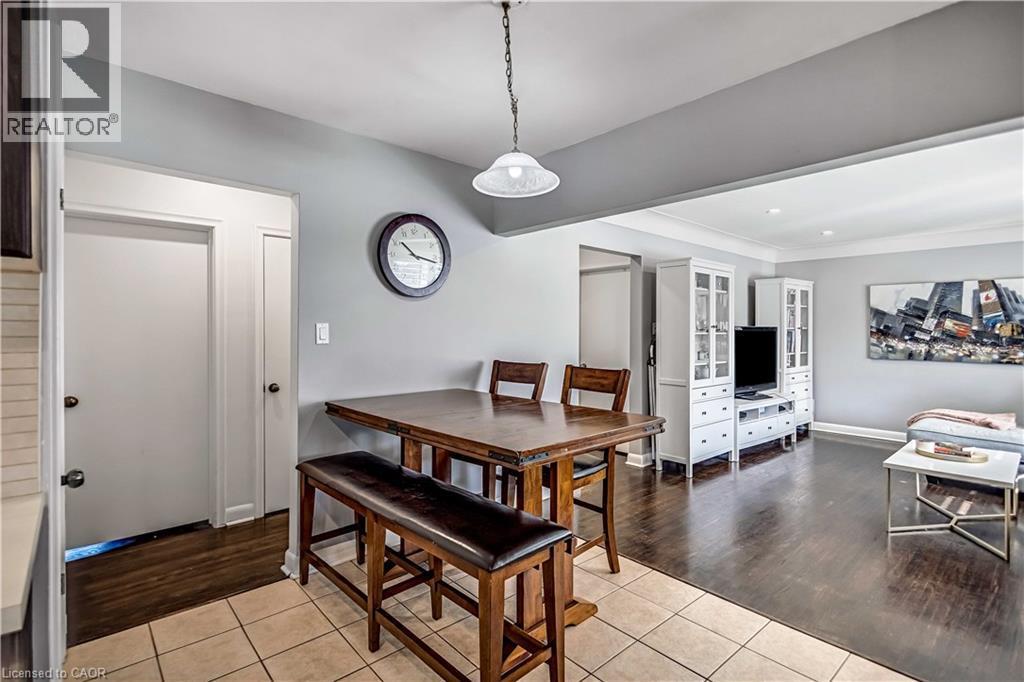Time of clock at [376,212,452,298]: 10:17
